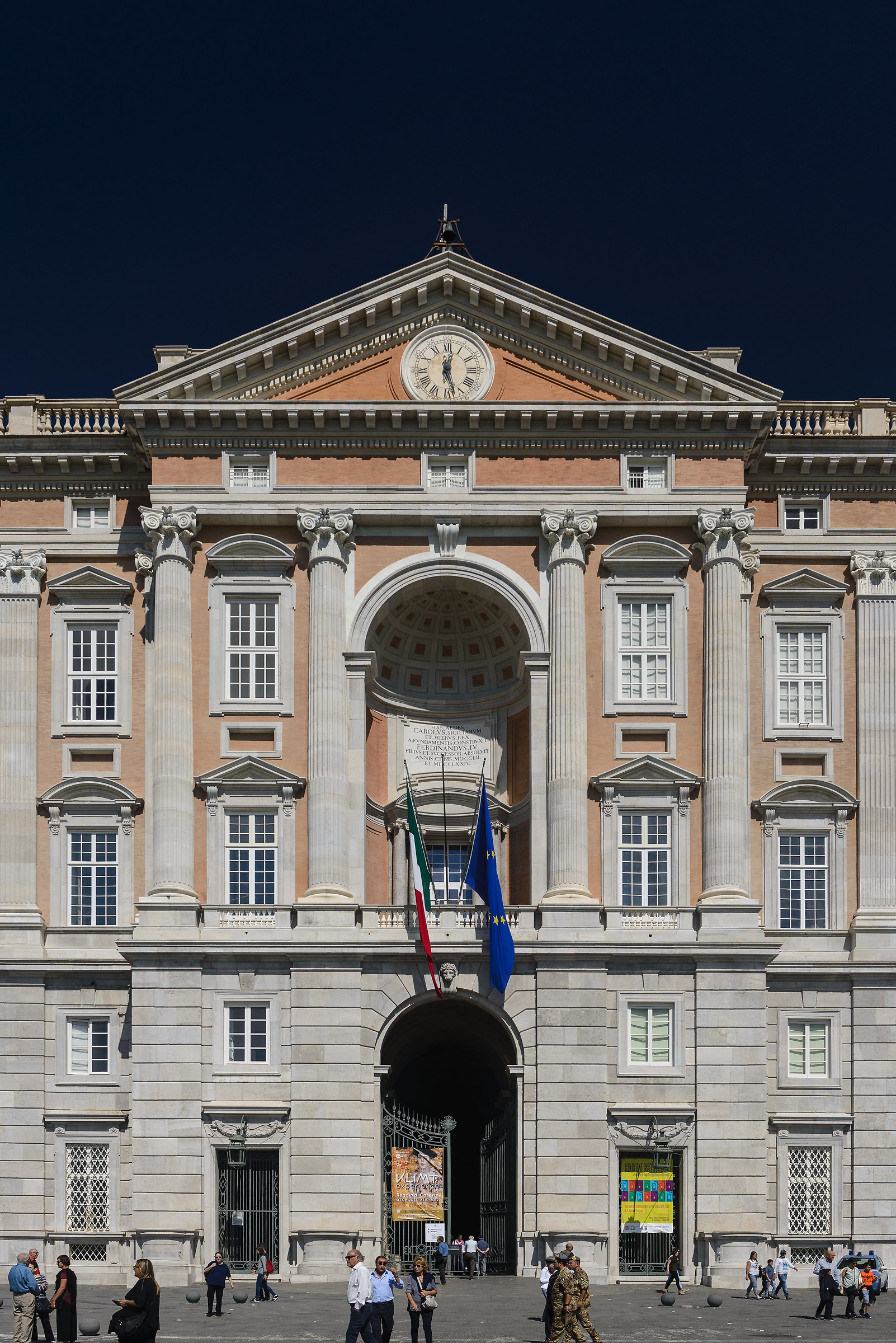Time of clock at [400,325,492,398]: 12:27
